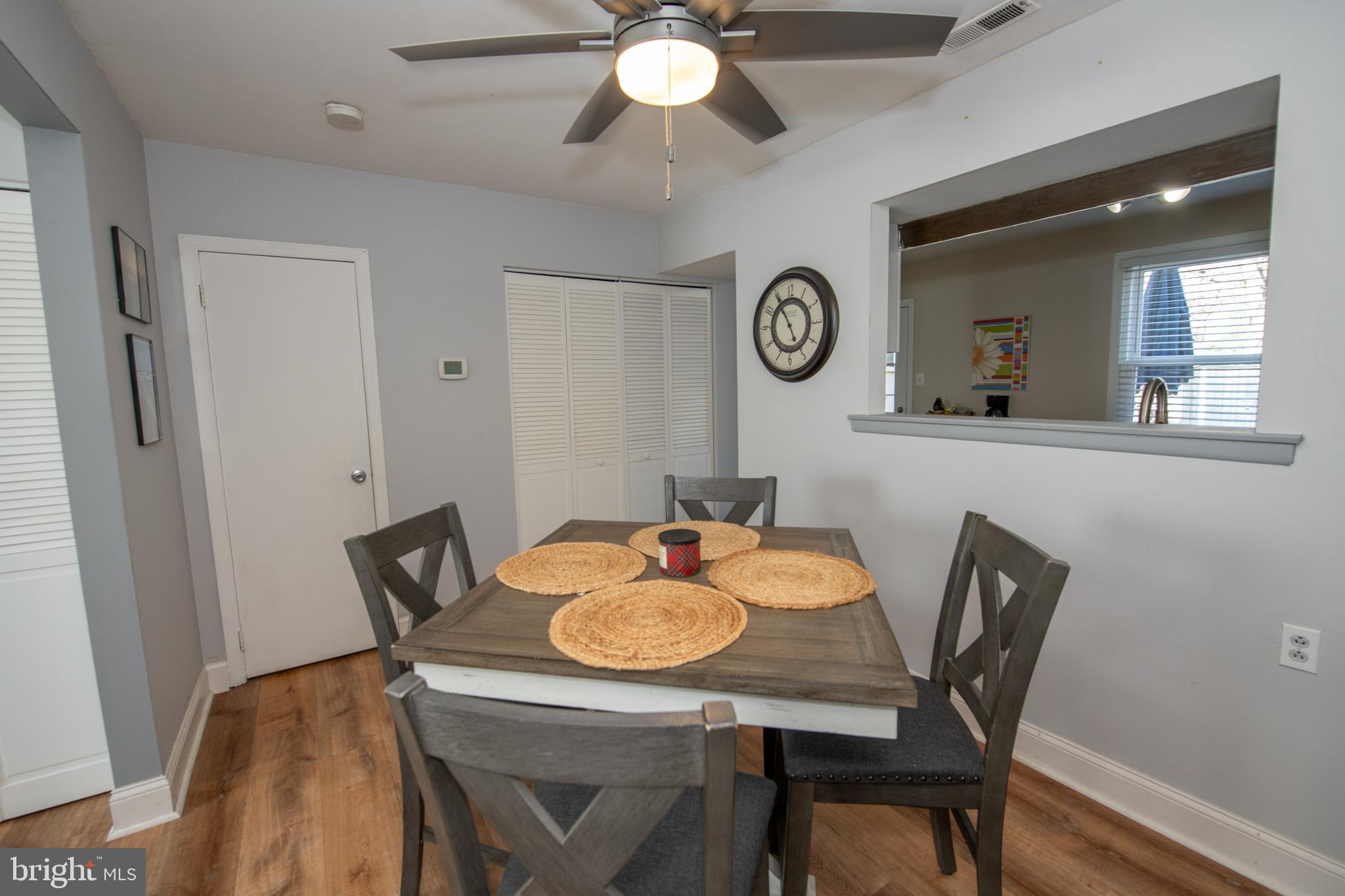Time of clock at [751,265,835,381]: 4:54
